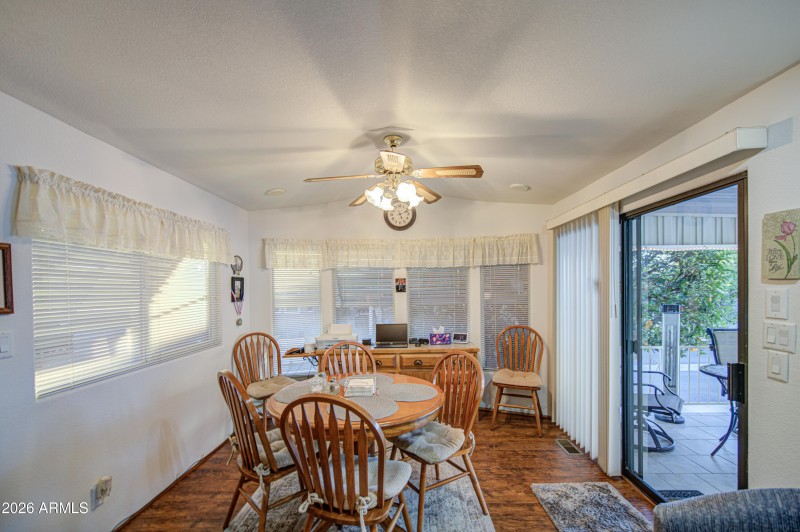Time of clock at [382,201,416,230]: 5:11
